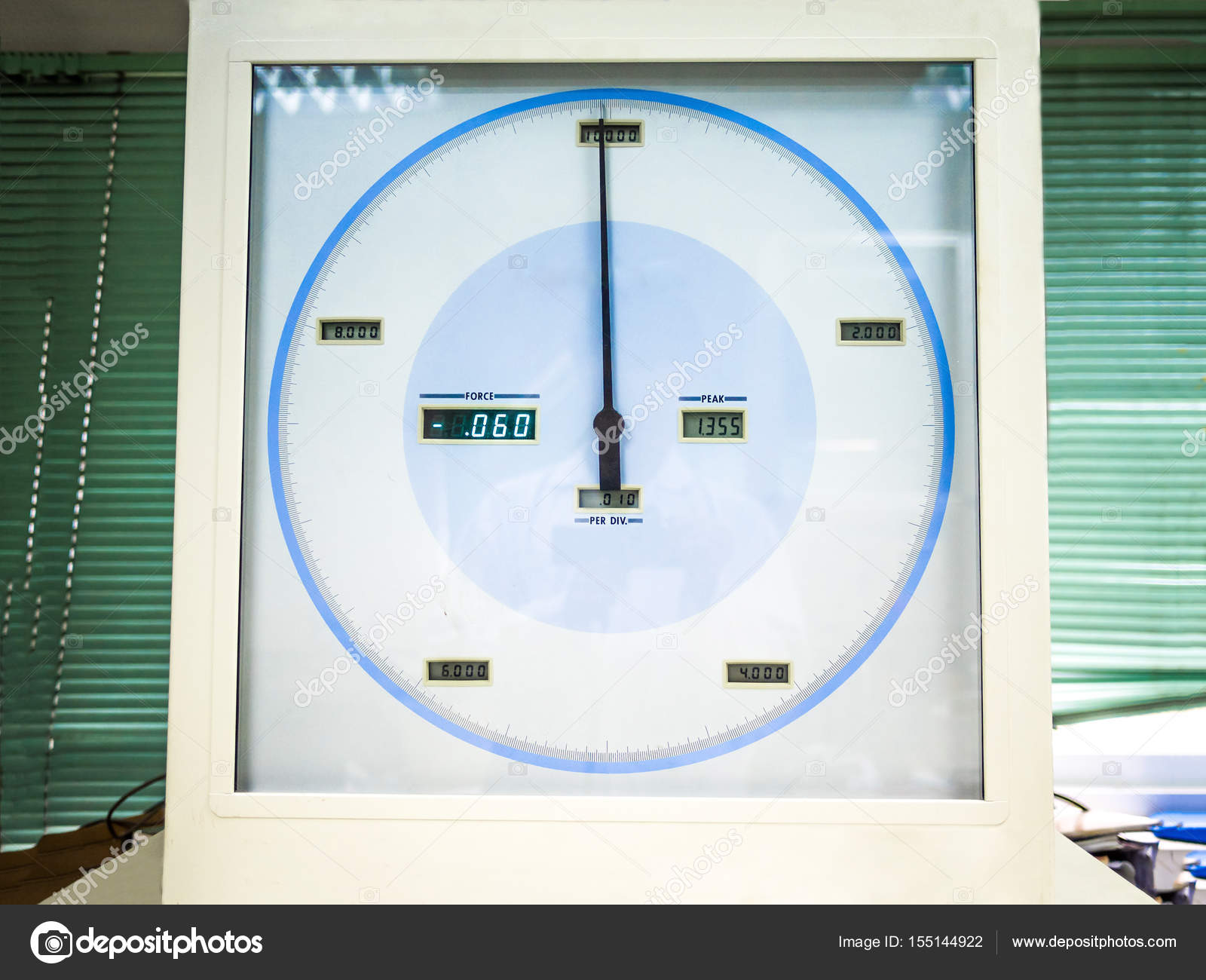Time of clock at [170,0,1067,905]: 5:59
